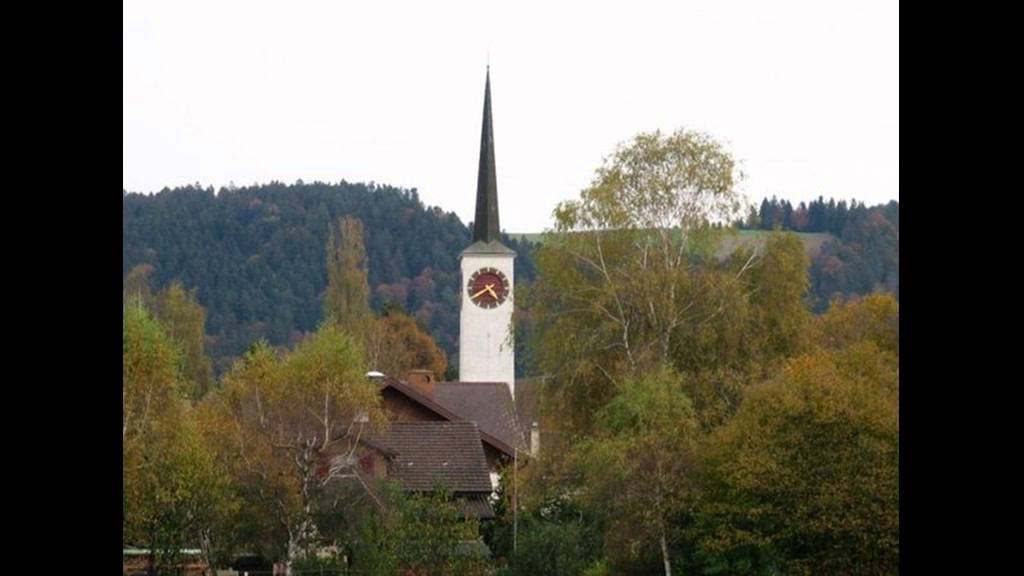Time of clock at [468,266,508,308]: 4:40
